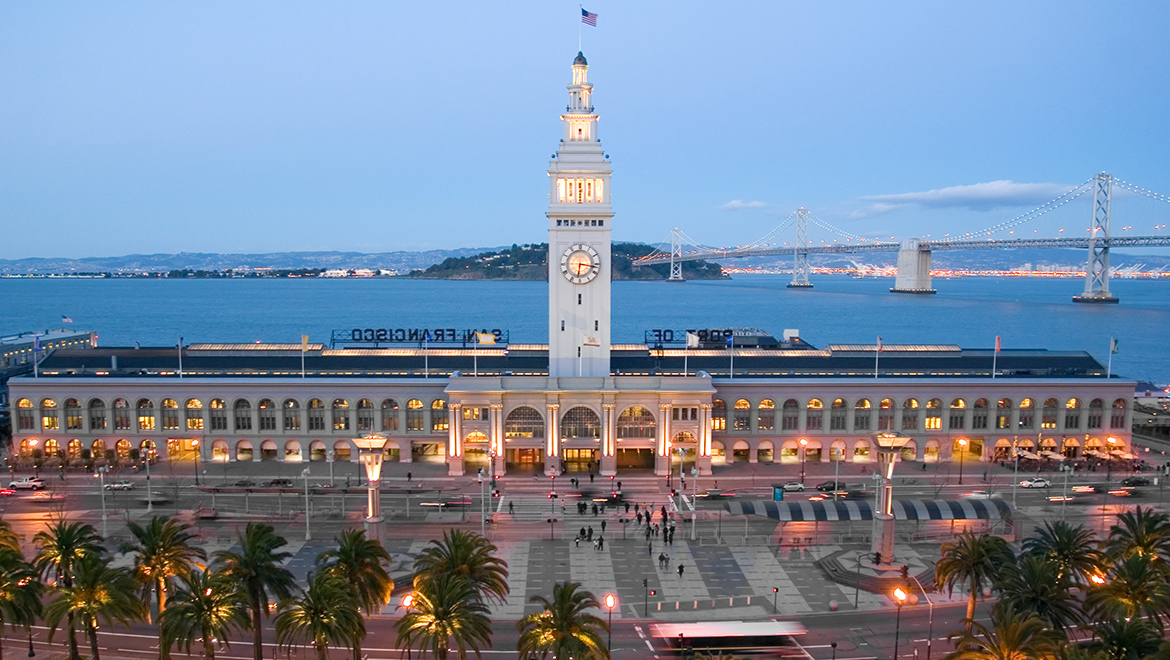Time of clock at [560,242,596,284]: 6:16
